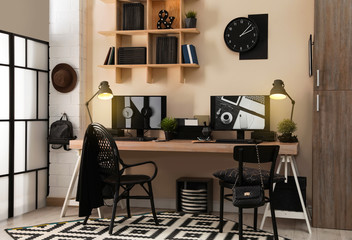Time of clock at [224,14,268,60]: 2:07
